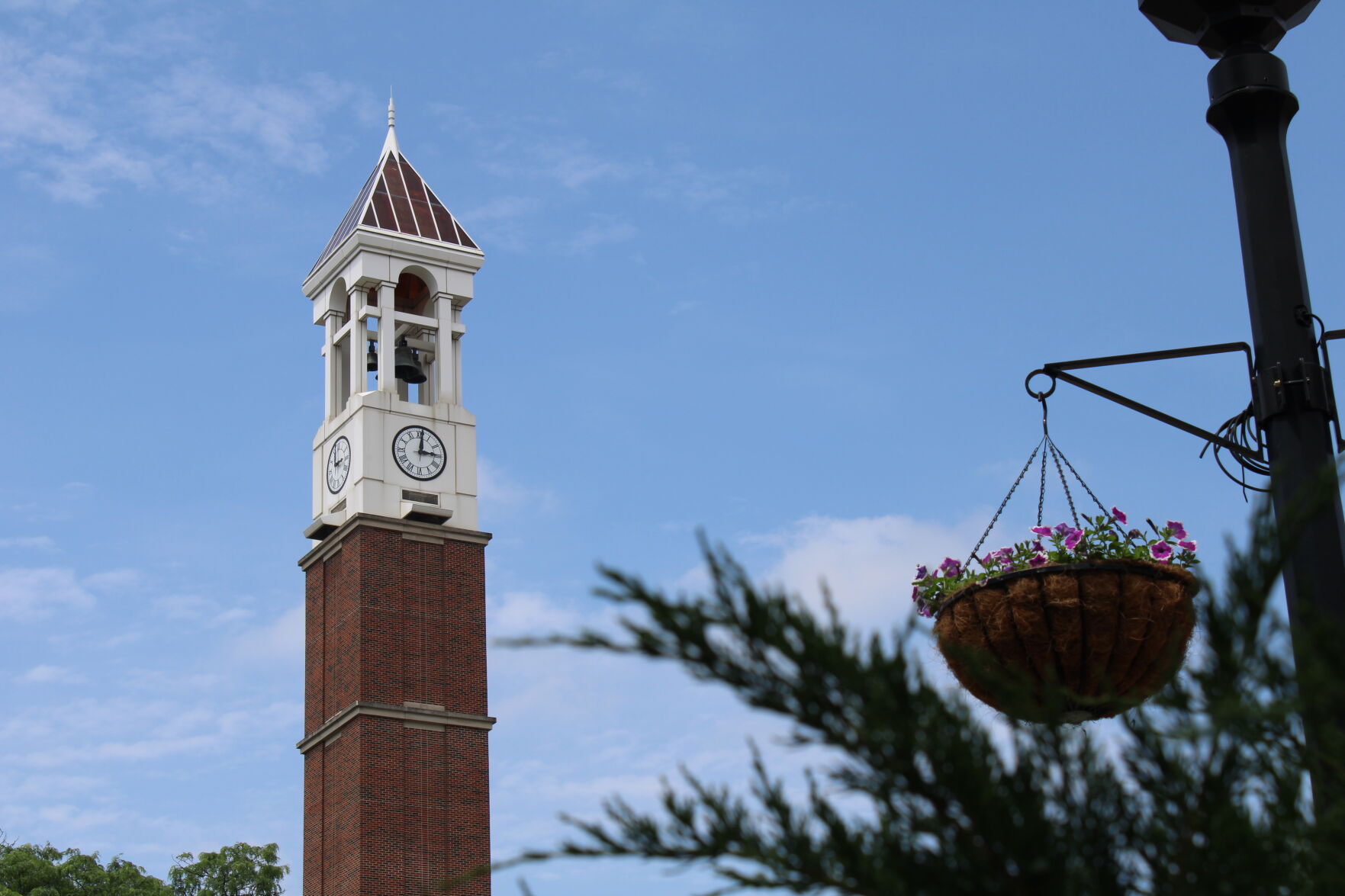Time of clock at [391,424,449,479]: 3:01
